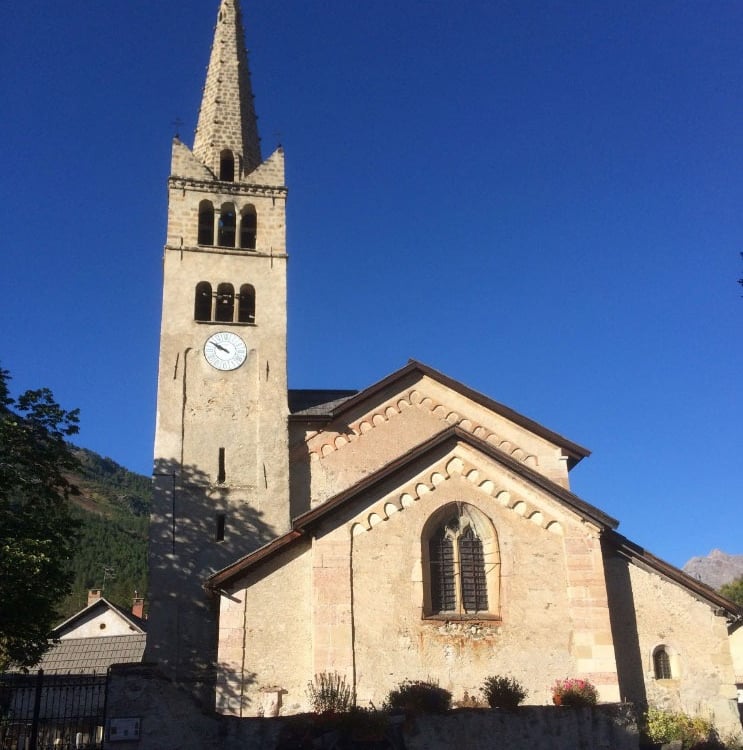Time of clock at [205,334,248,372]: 9:50
